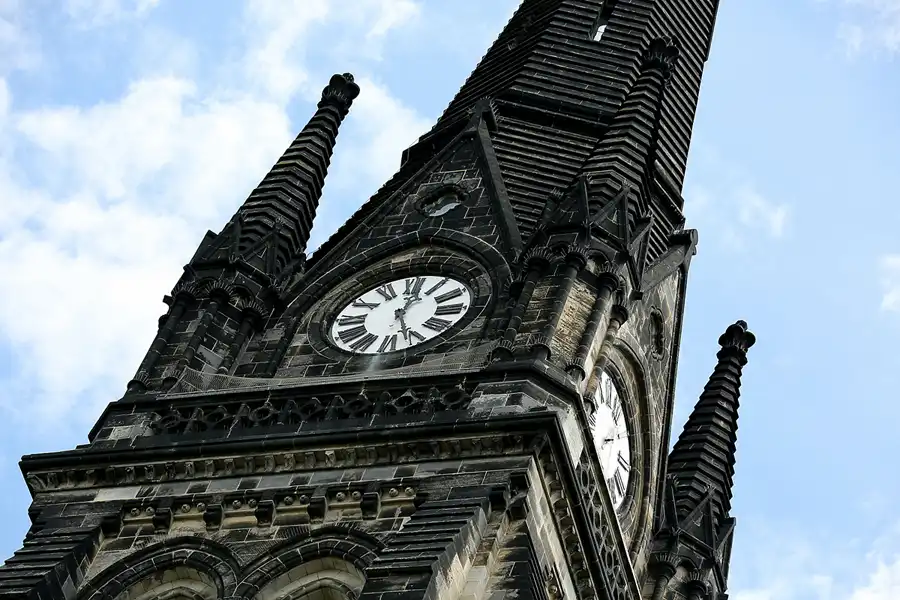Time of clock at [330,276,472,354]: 12:26
